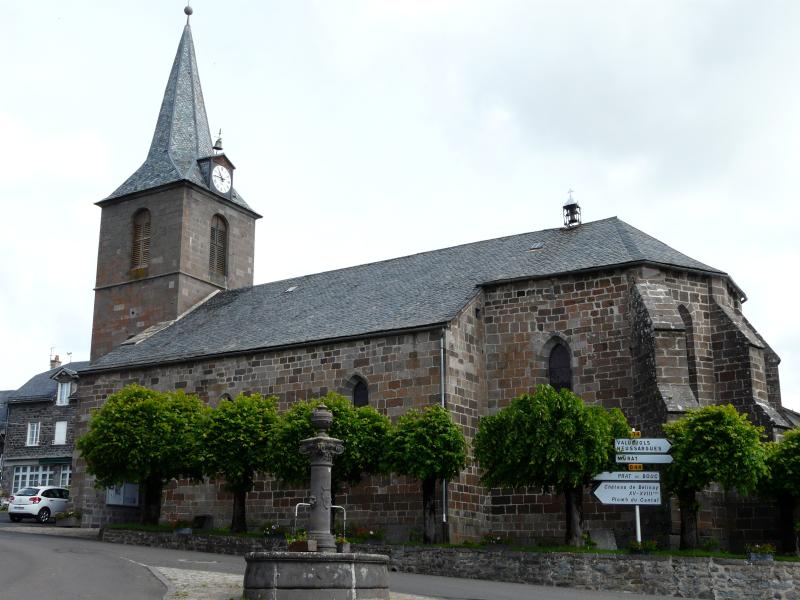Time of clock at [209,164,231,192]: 10:45
